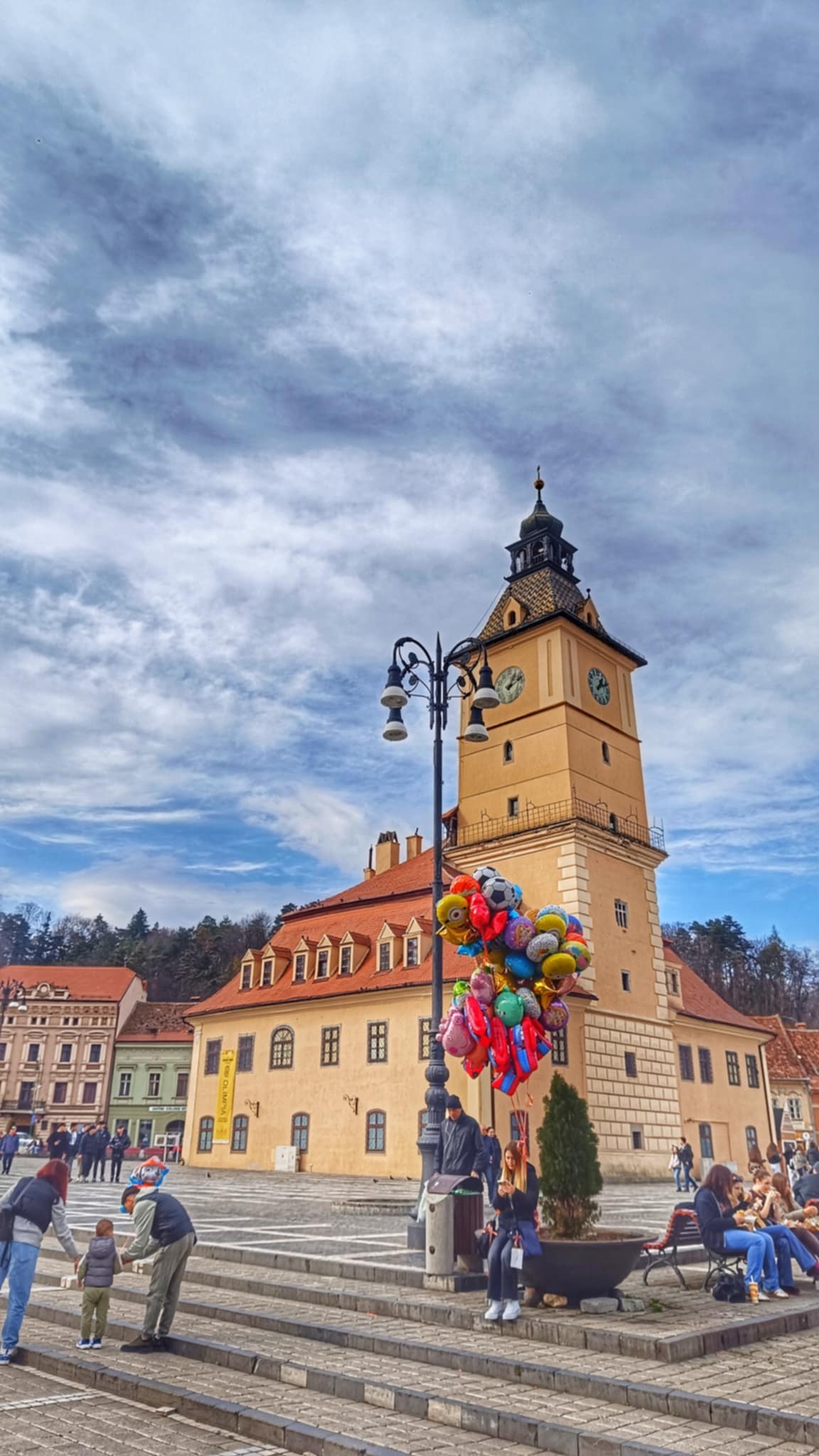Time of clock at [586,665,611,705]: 1:11
